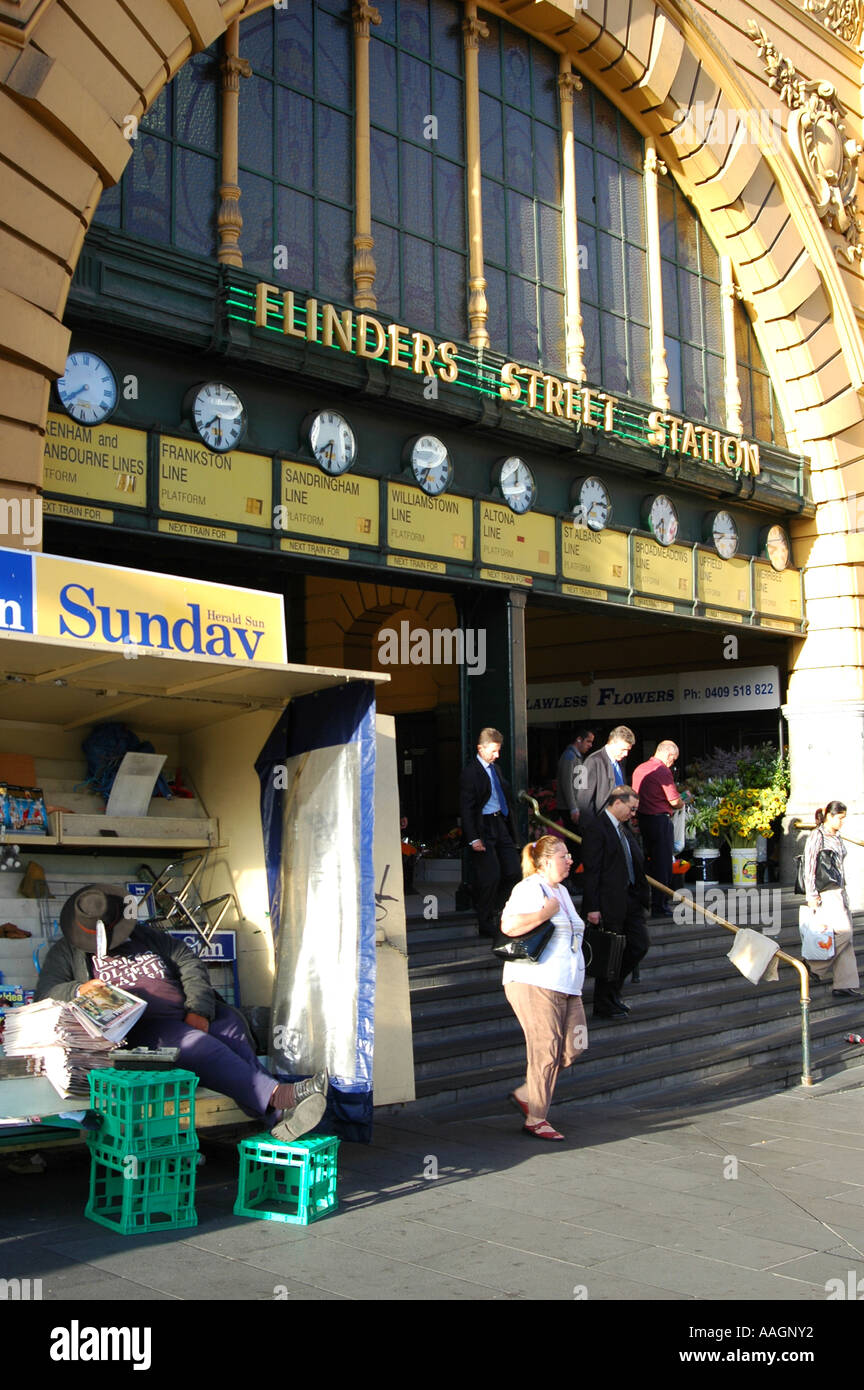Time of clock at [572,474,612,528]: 7:14
